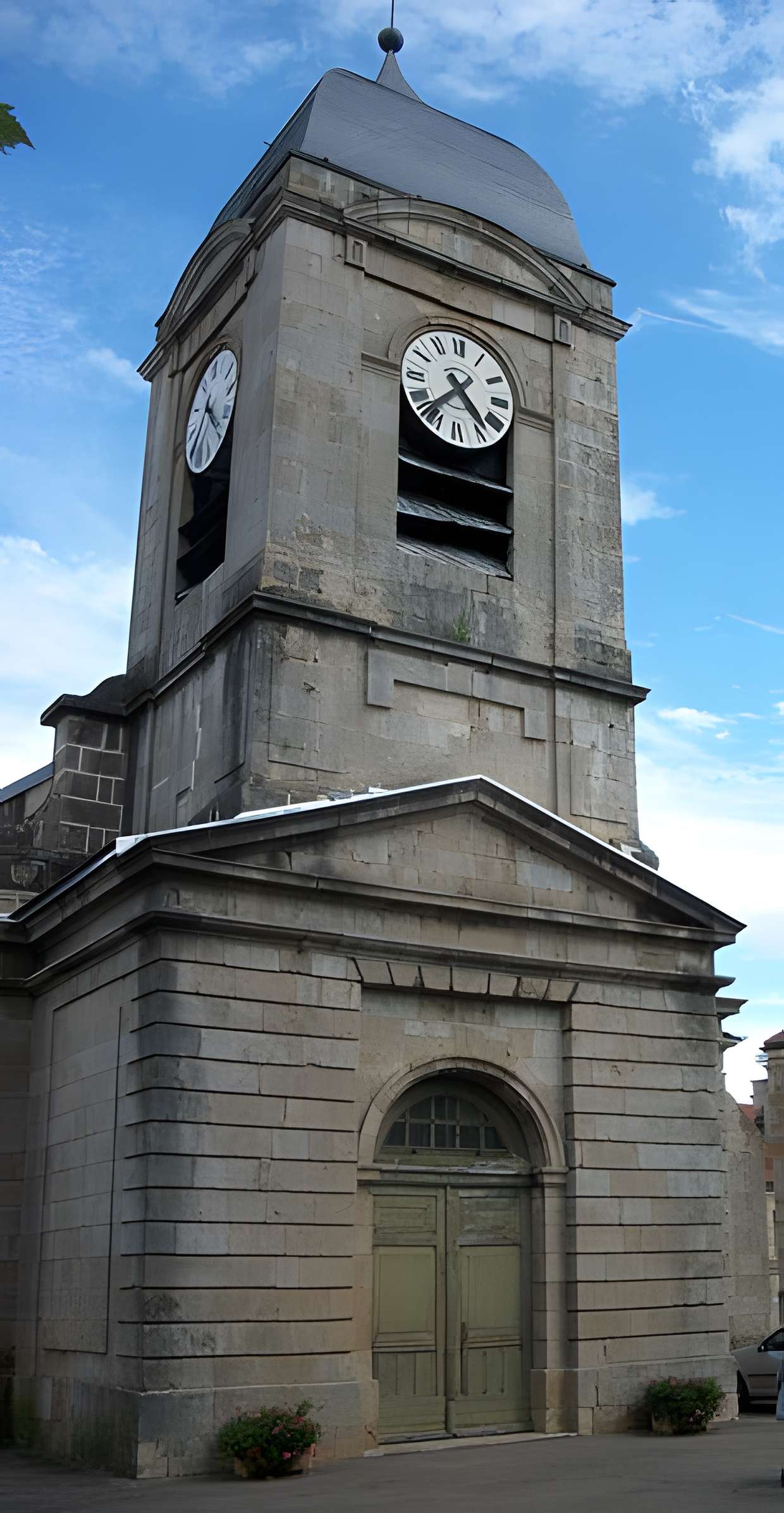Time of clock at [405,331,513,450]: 4:37
